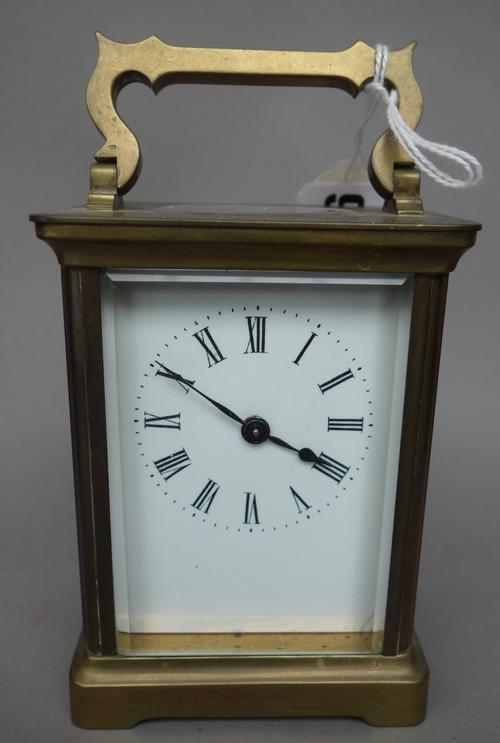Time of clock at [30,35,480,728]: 3:50
